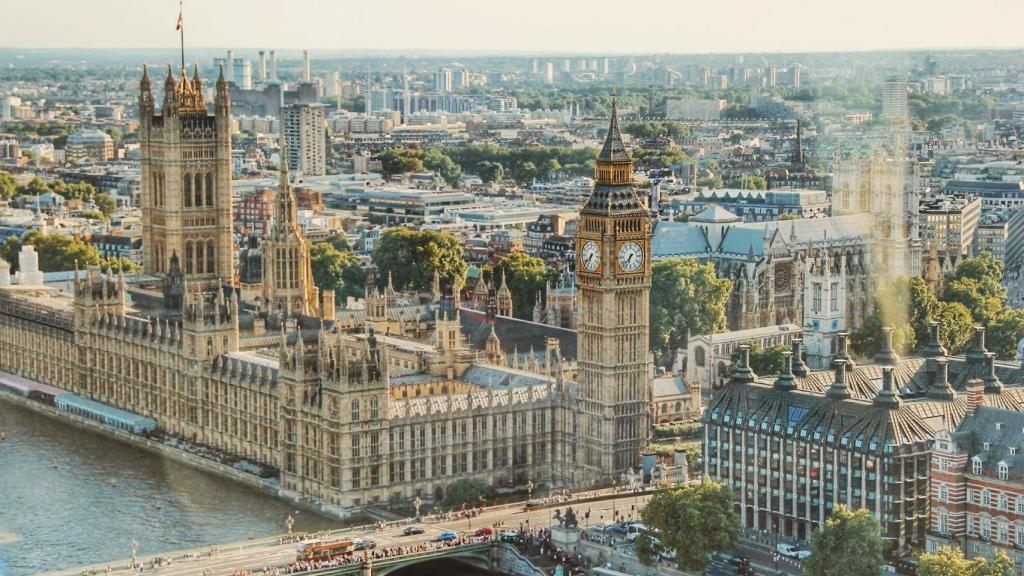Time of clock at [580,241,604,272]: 6:38
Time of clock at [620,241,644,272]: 6:37
